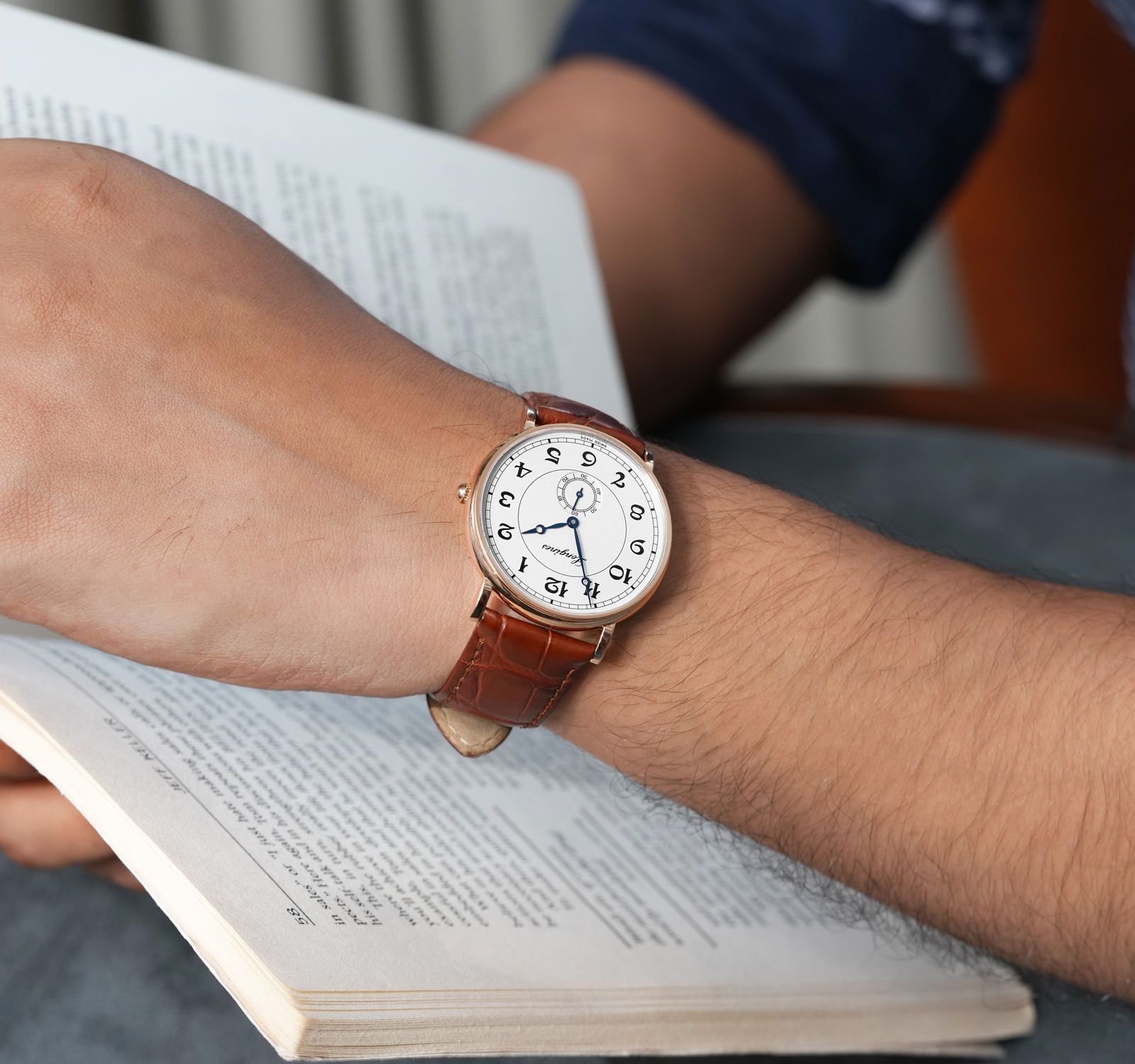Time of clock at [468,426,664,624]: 12:25
